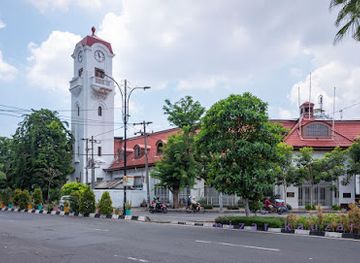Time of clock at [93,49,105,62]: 11:32
